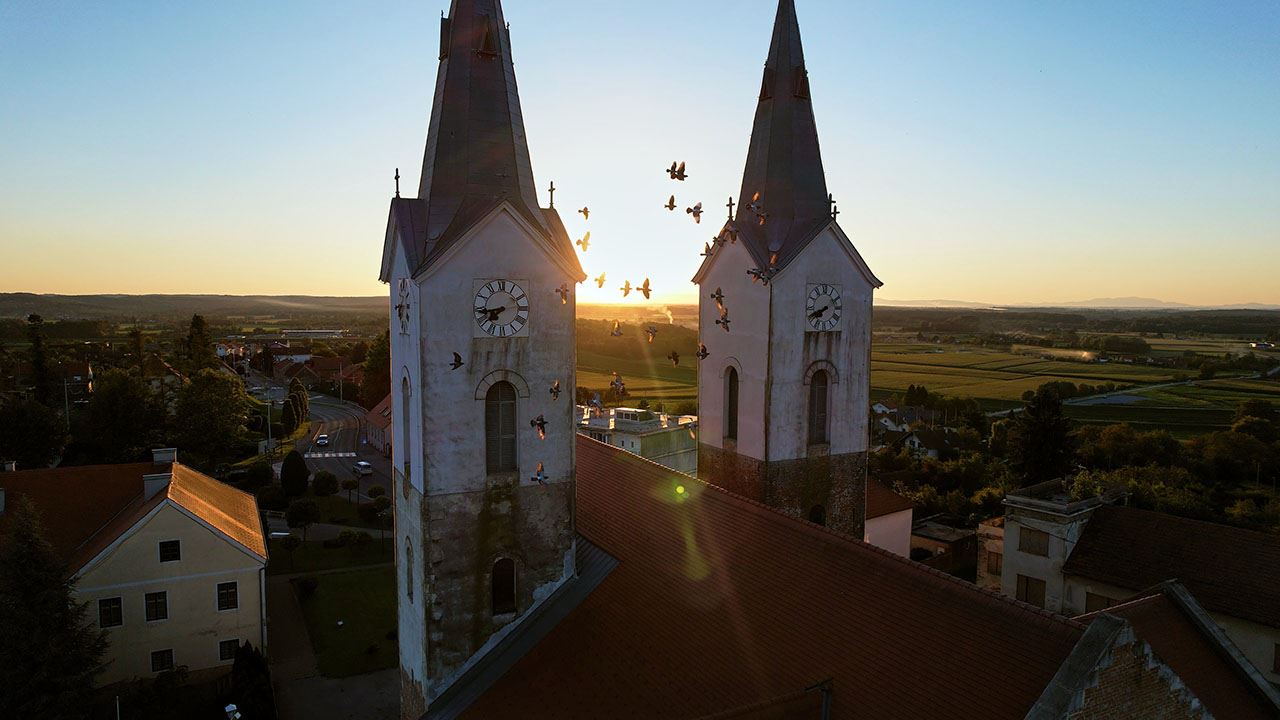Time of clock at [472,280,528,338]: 7:43
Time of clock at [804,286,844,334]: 7:40
